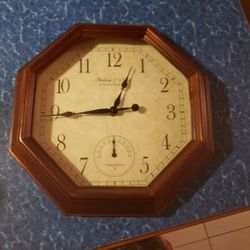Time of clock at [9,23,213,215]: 12:44
